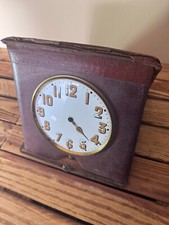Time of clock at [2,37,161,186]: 4:21
